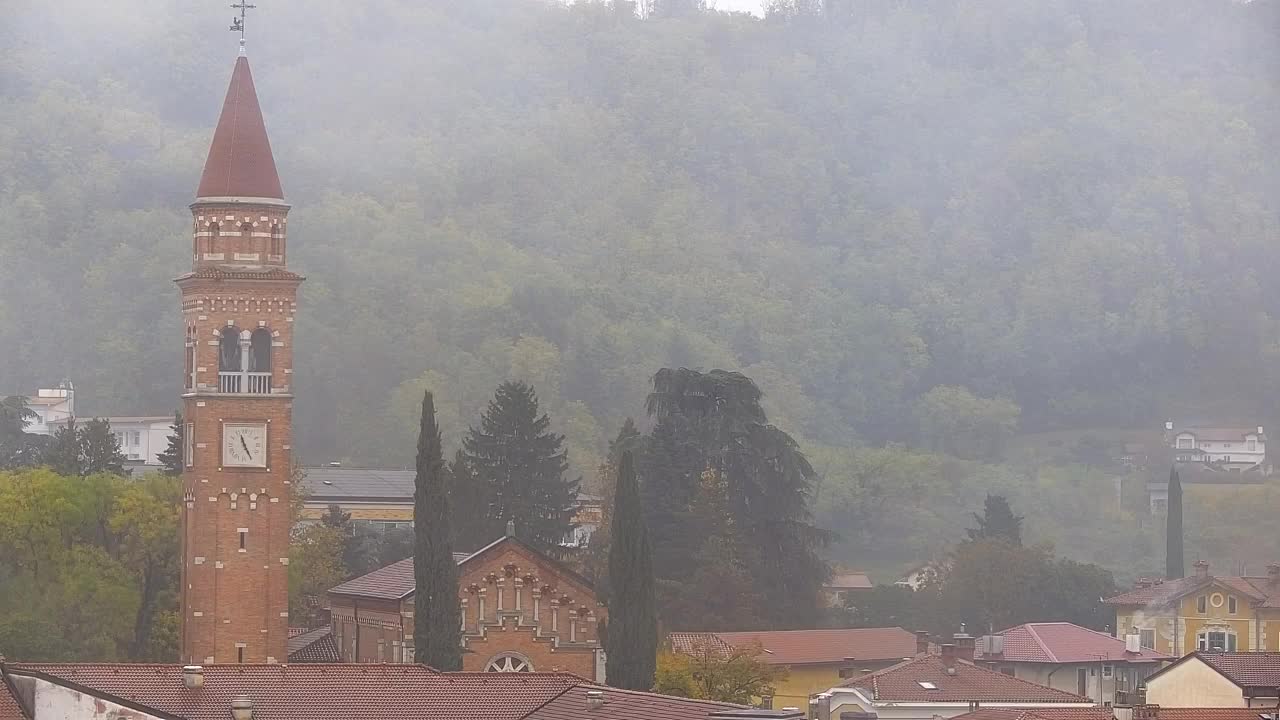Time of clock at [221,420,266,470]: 11:25
